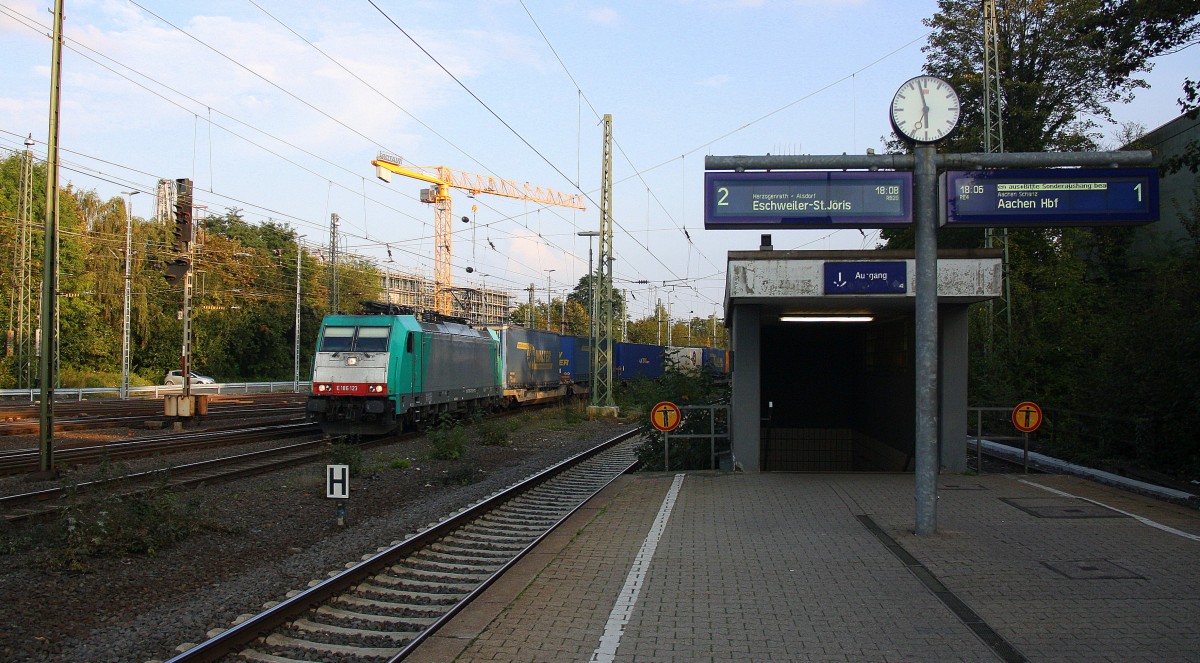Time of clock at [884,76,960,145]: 5:57
